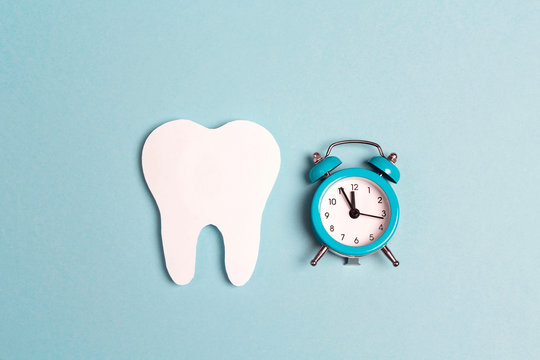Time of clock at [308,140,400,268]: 11:55
